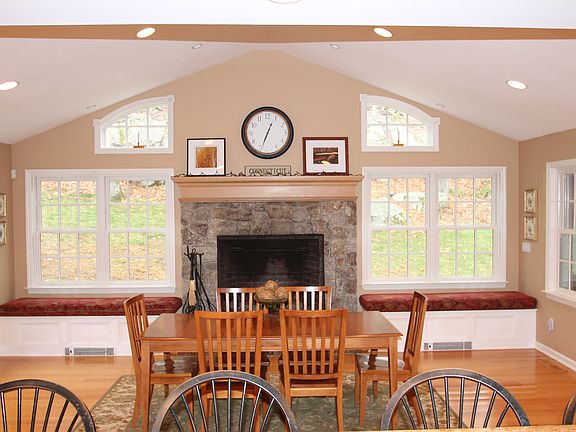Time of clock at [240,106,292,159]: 12:33
